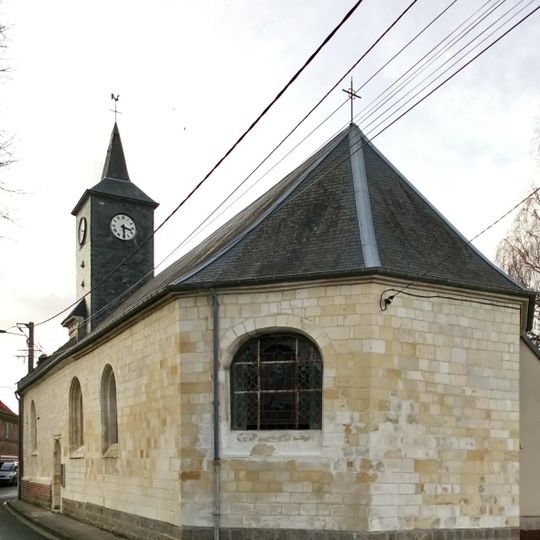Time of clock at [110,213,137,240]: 3:29
